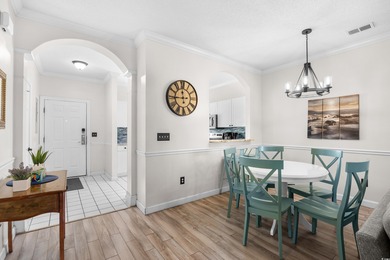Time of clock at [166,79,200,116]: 11:45
